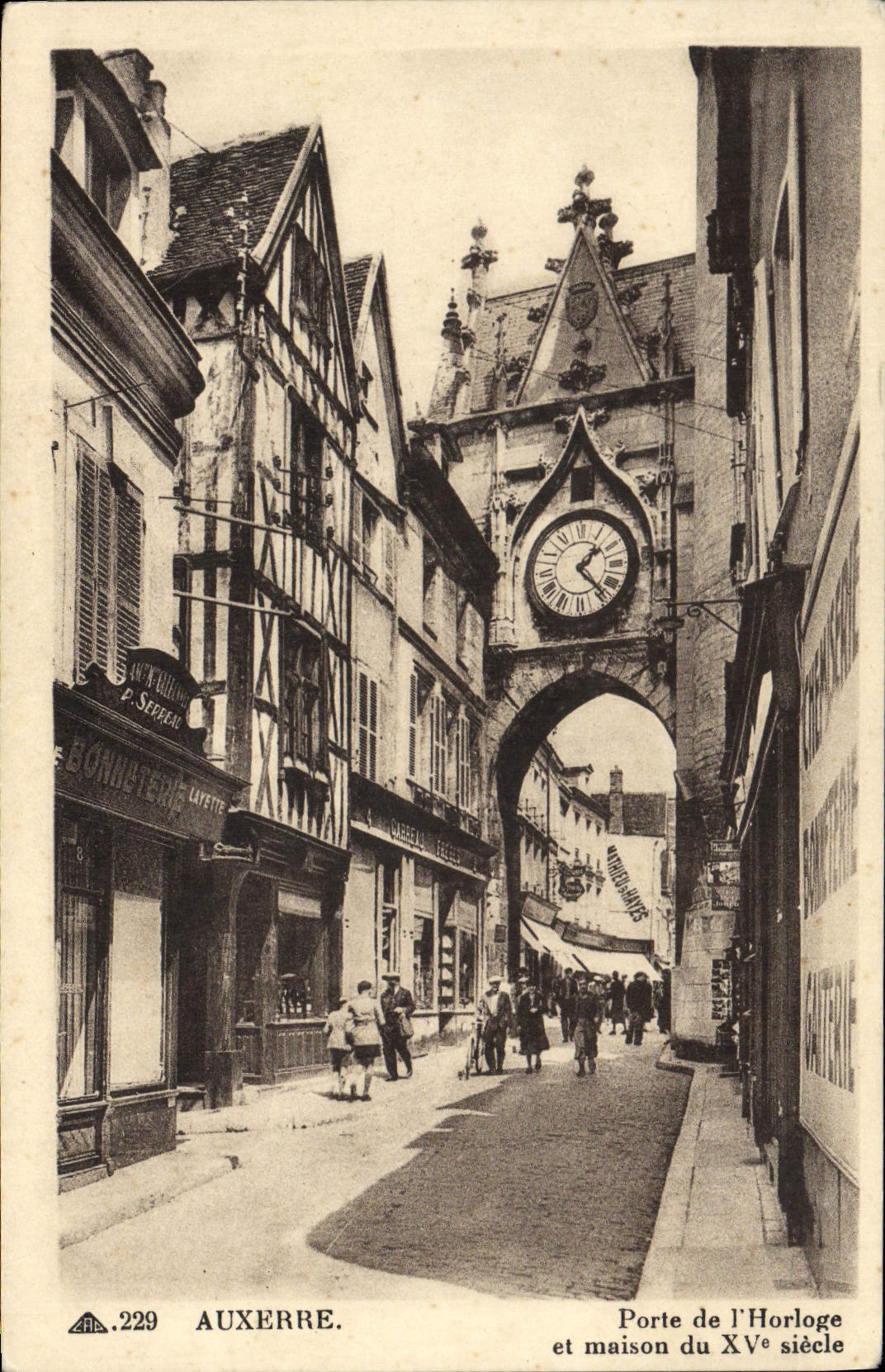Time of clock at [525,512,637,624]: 1:23
